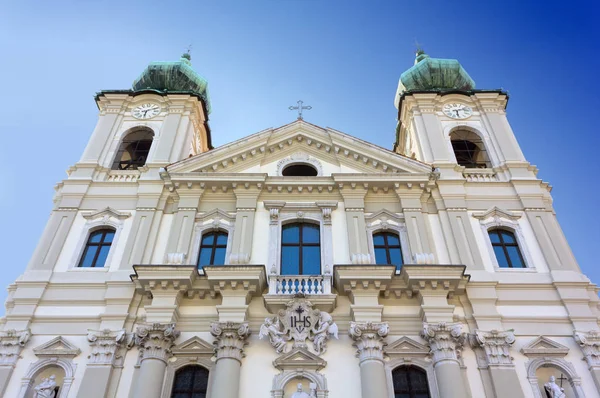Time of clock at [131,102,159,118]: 6:10
